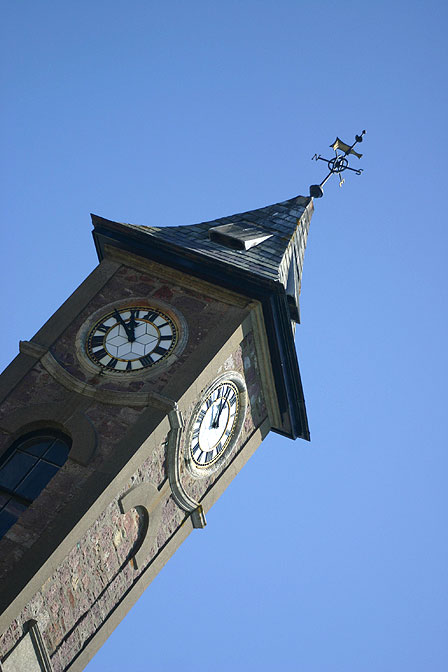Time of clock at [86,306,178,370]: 11:55
